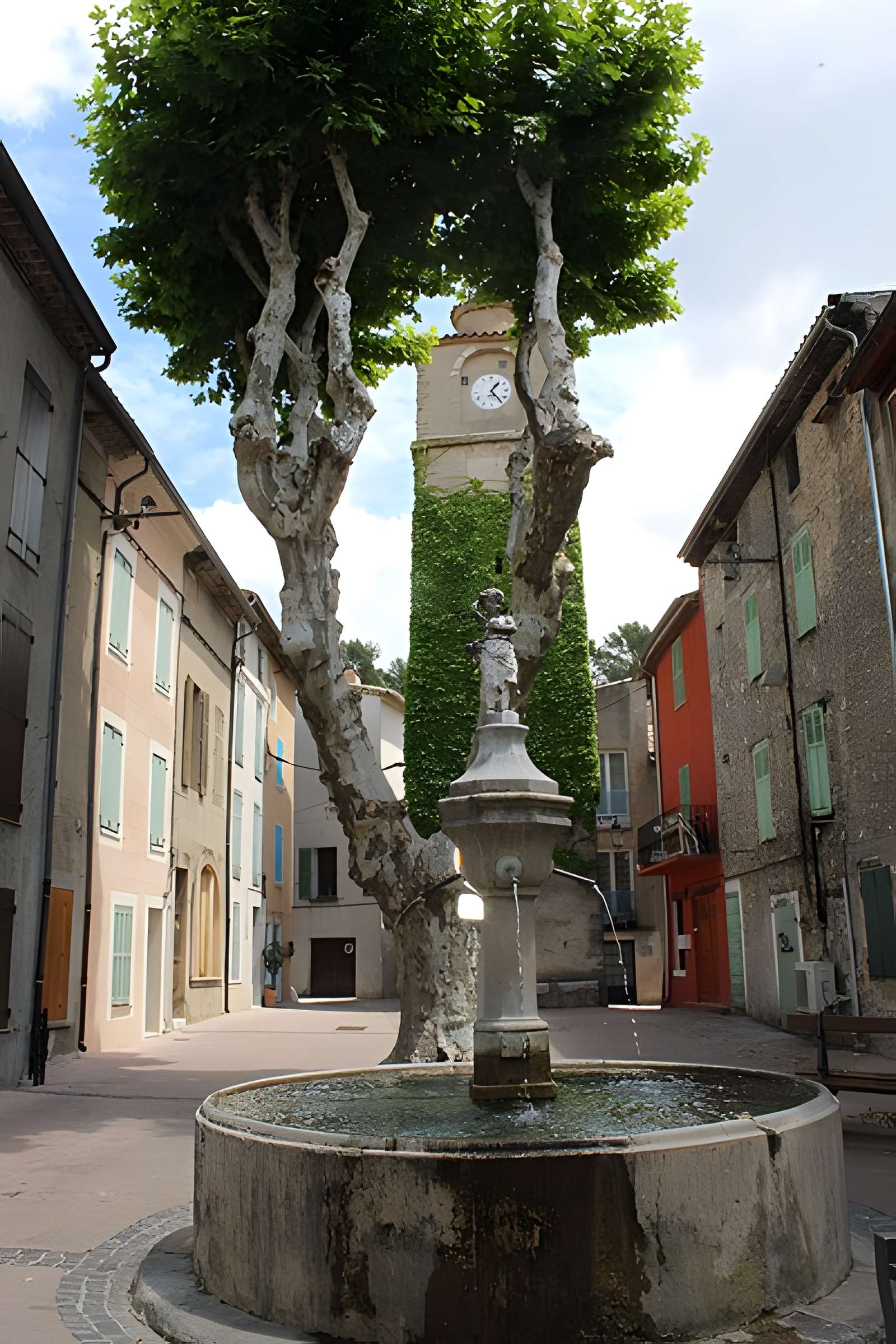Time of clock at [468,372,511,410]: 1:24
